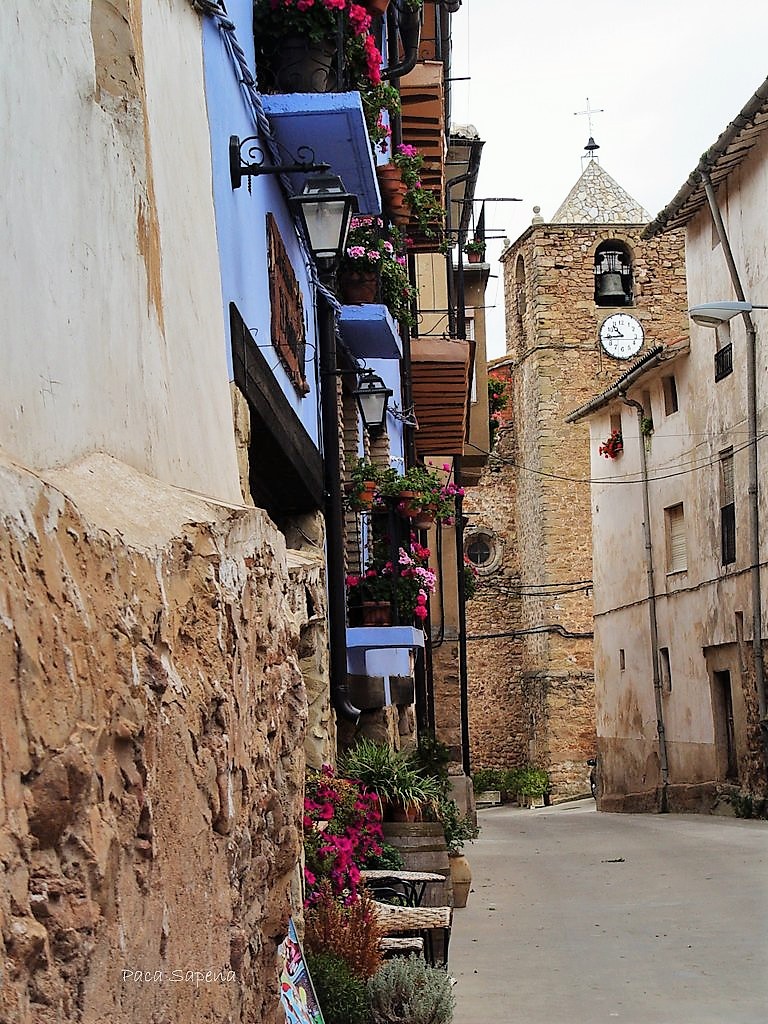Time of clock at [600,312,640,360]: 10:44
